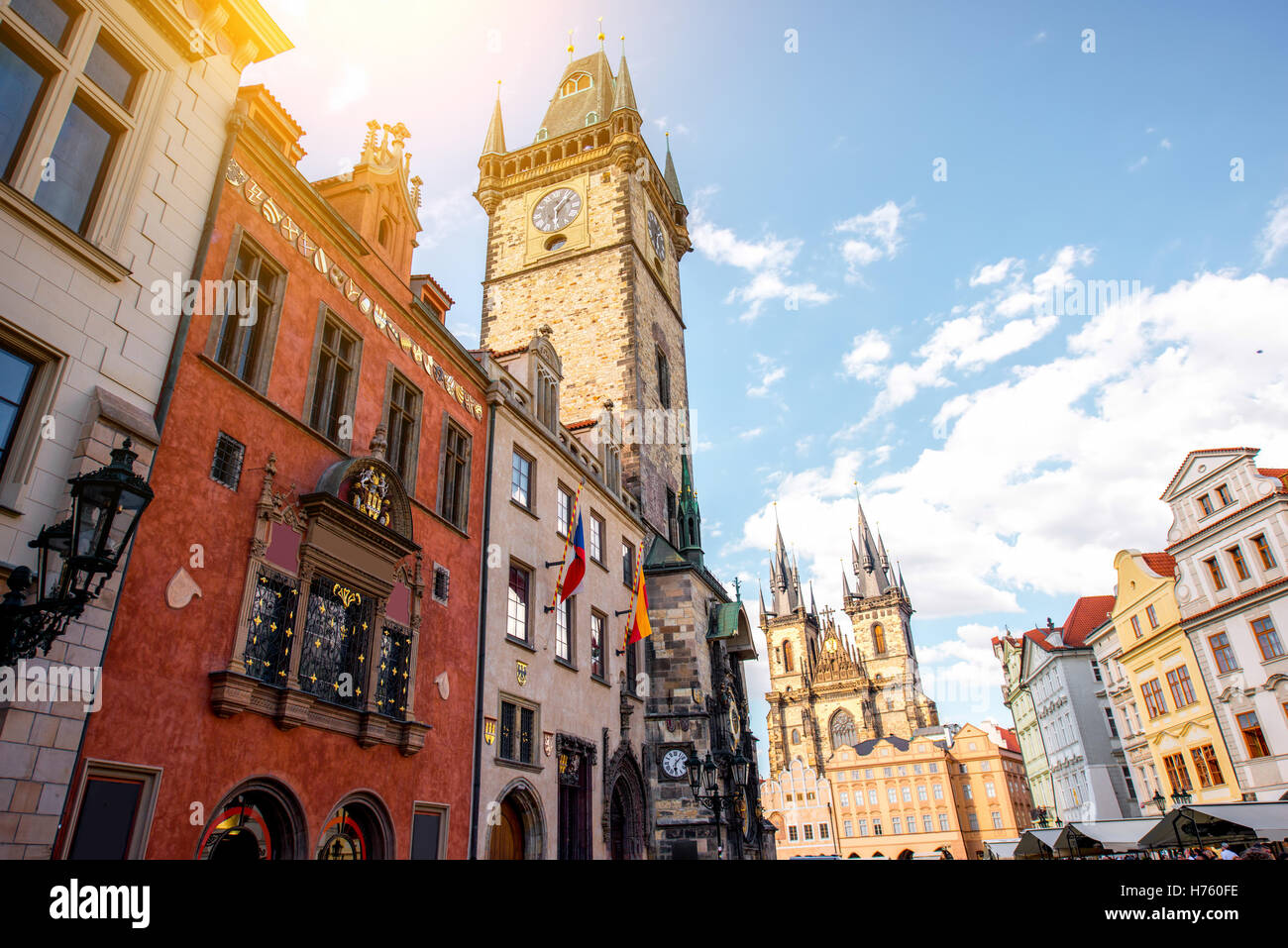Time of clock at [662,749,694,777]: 6:07
